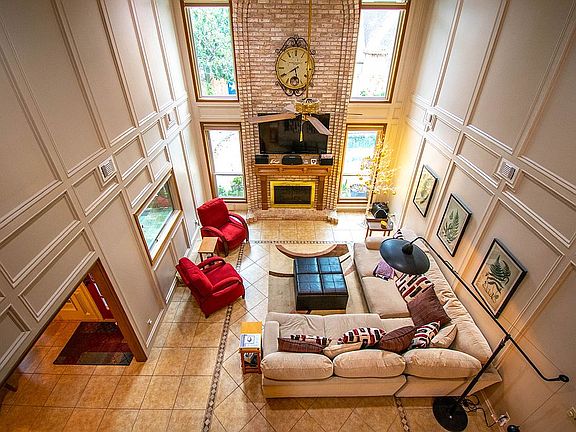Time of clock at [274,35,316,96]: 5:40
